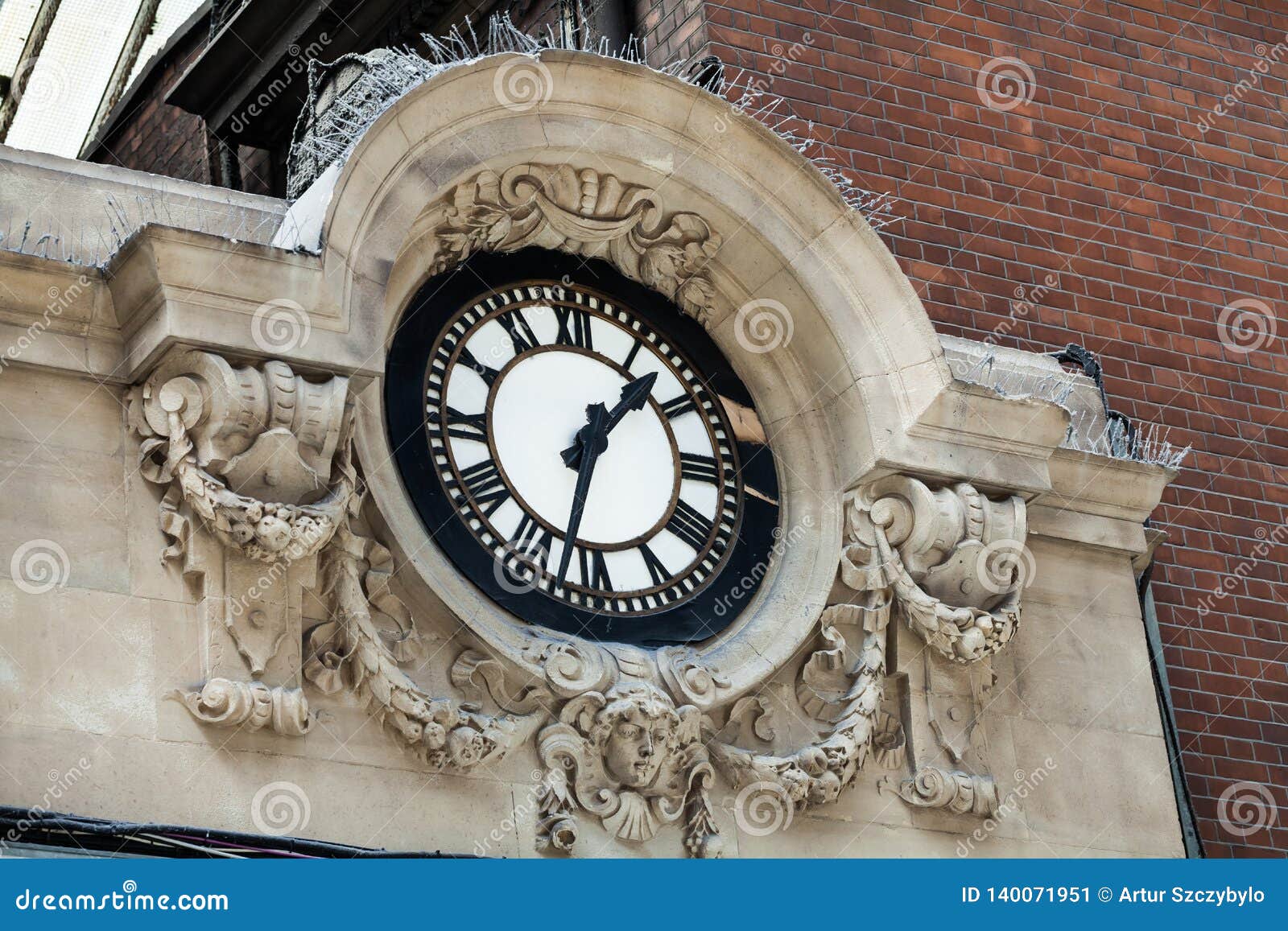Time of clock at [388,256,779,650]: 1:32
